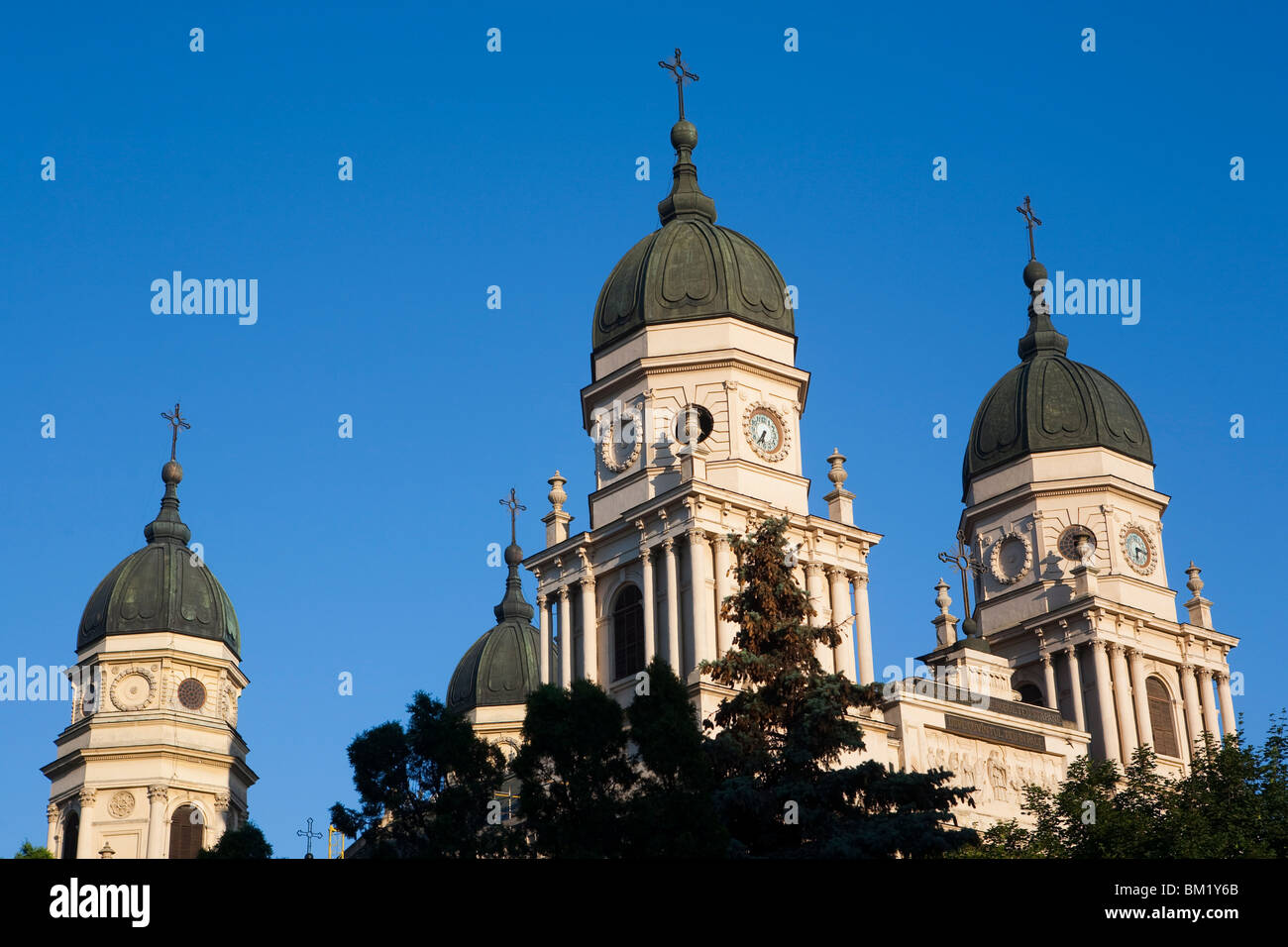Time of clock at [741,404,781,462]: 6:36
